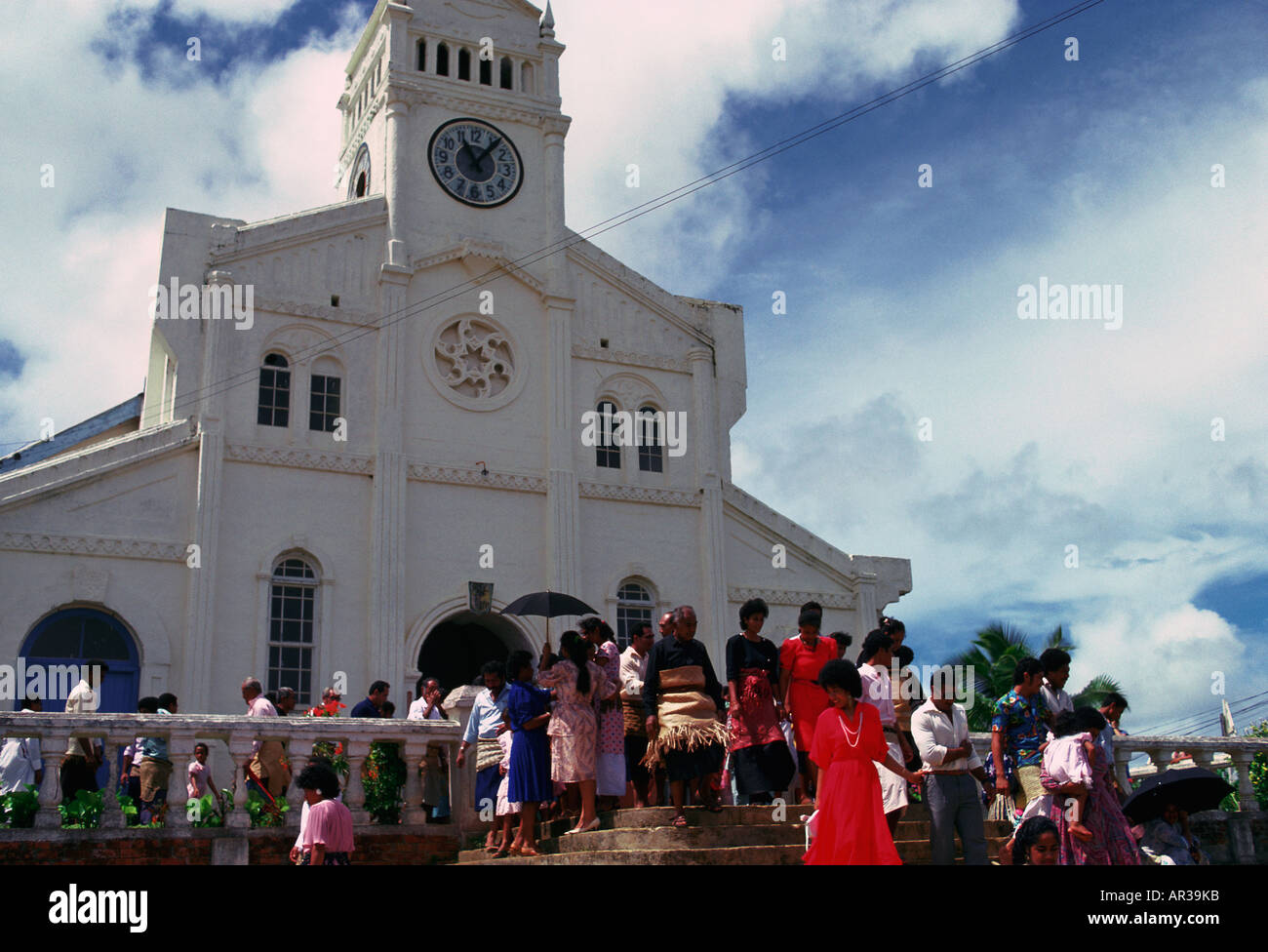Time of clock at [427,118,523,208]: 11:06
